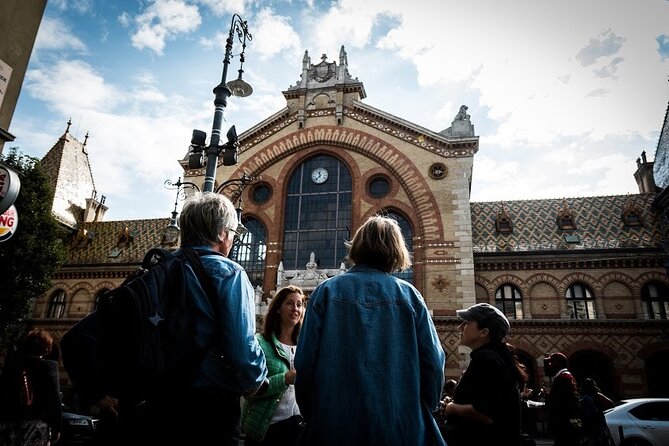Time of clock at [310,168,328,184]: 11:37
